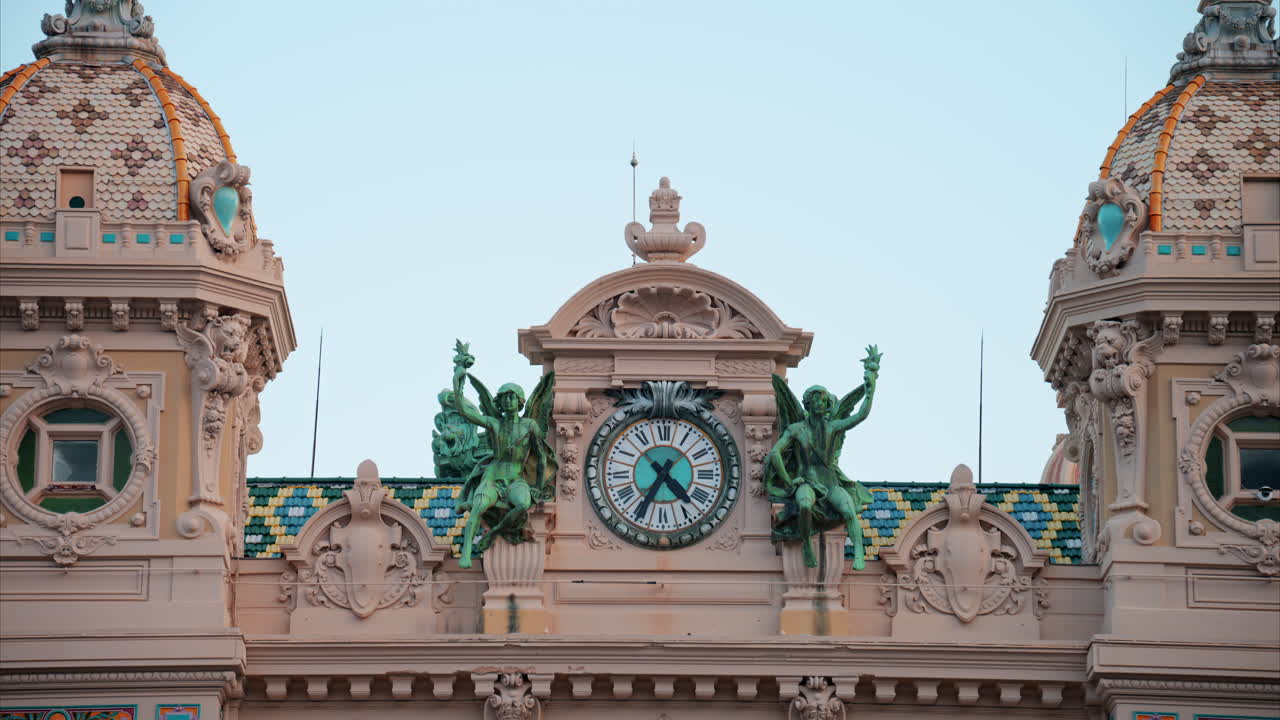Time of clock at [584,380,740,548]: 4:35
